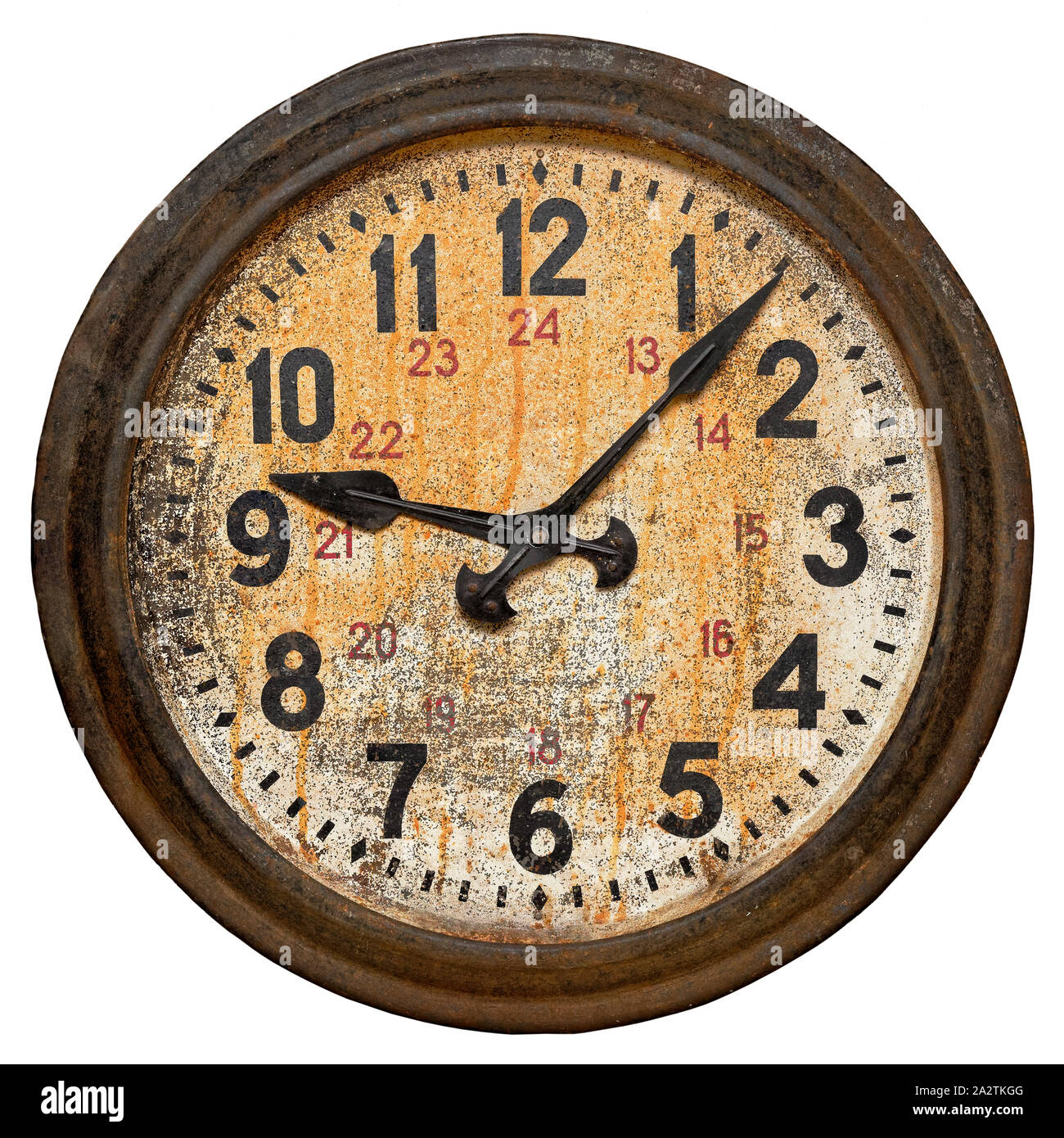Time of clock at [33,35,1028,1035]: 9:07
